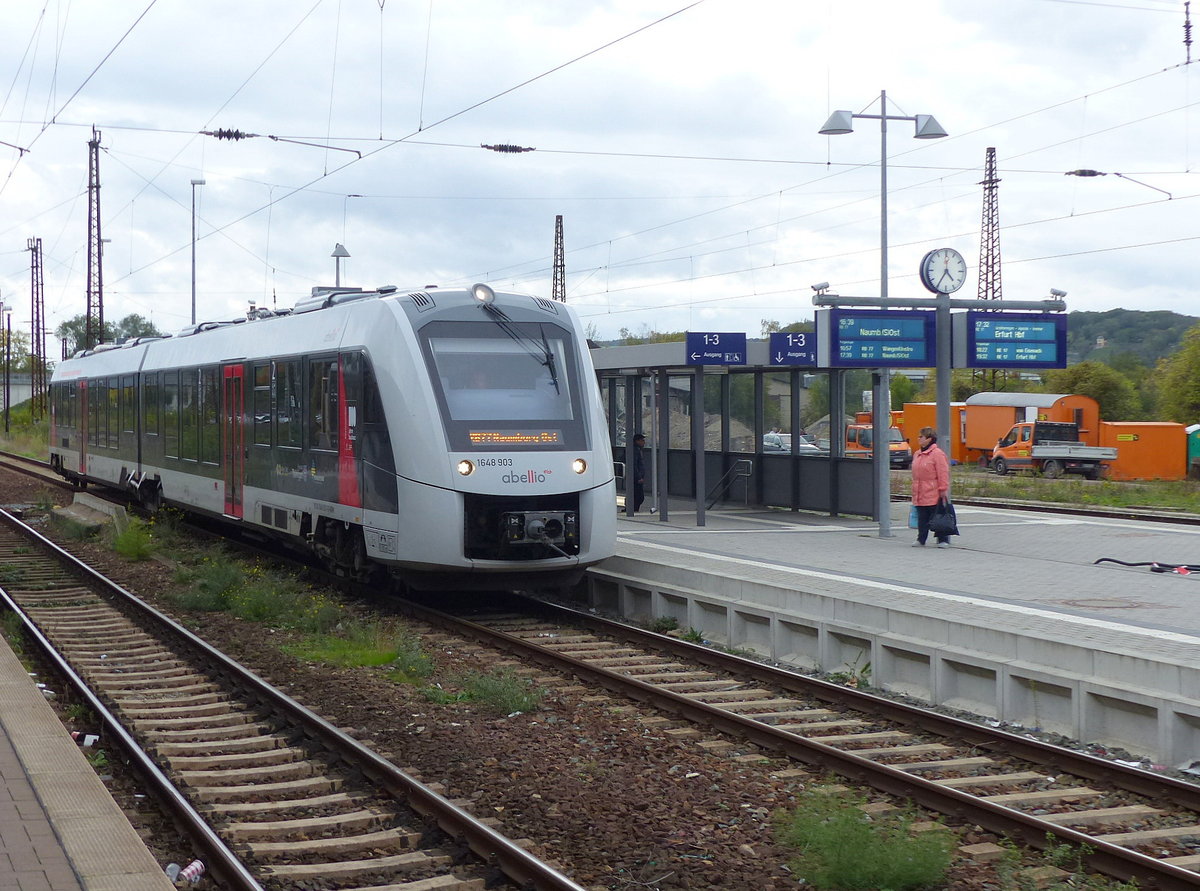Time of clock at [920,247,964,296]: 4:35
